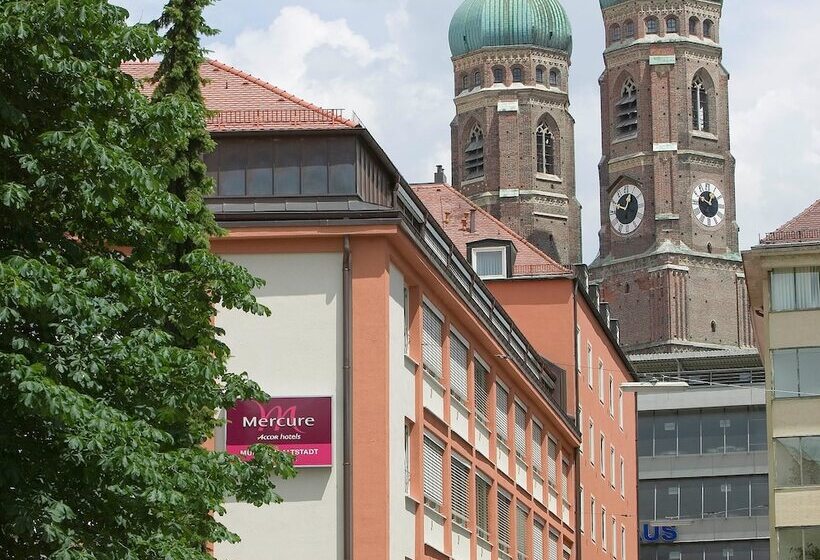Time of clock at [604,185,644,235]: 12:48
